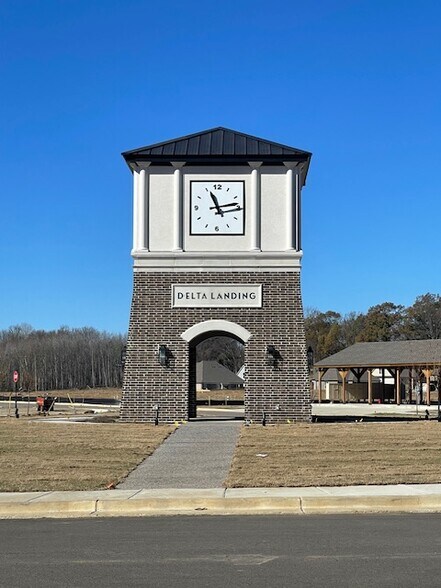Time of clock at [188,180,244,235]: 11:13
